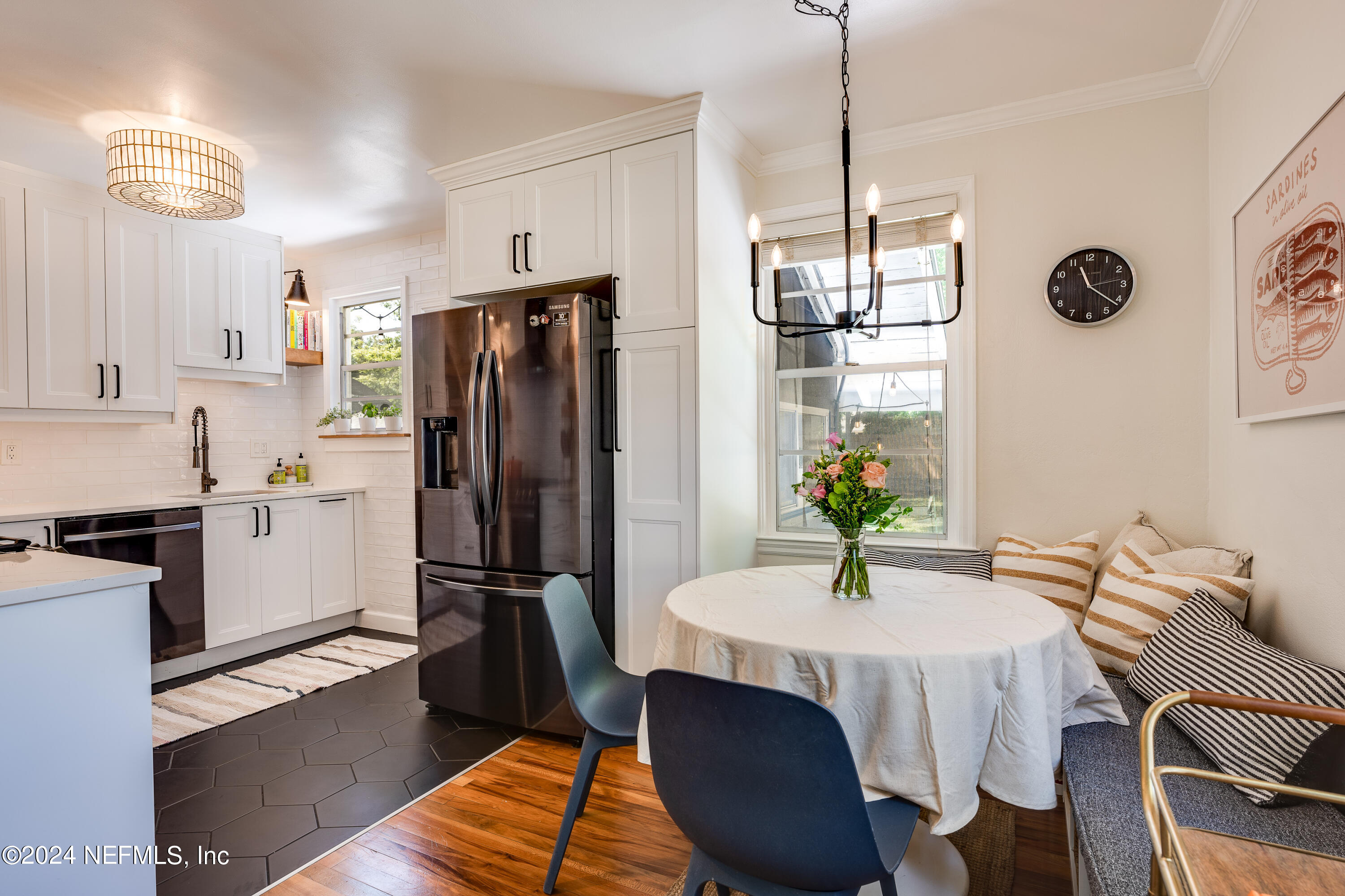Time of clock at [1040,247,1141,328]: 11:21
